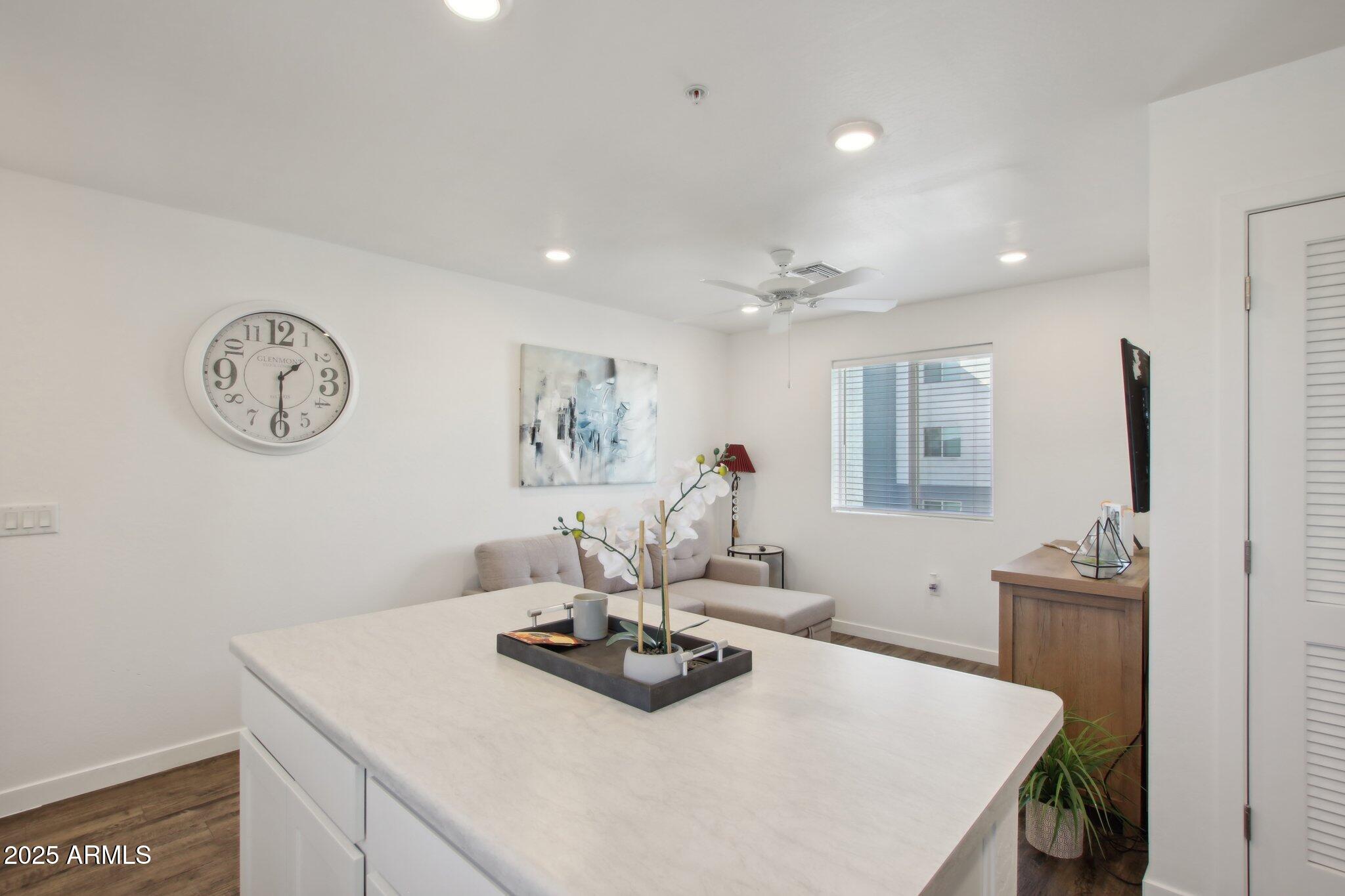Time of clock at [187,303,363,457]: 1:30
